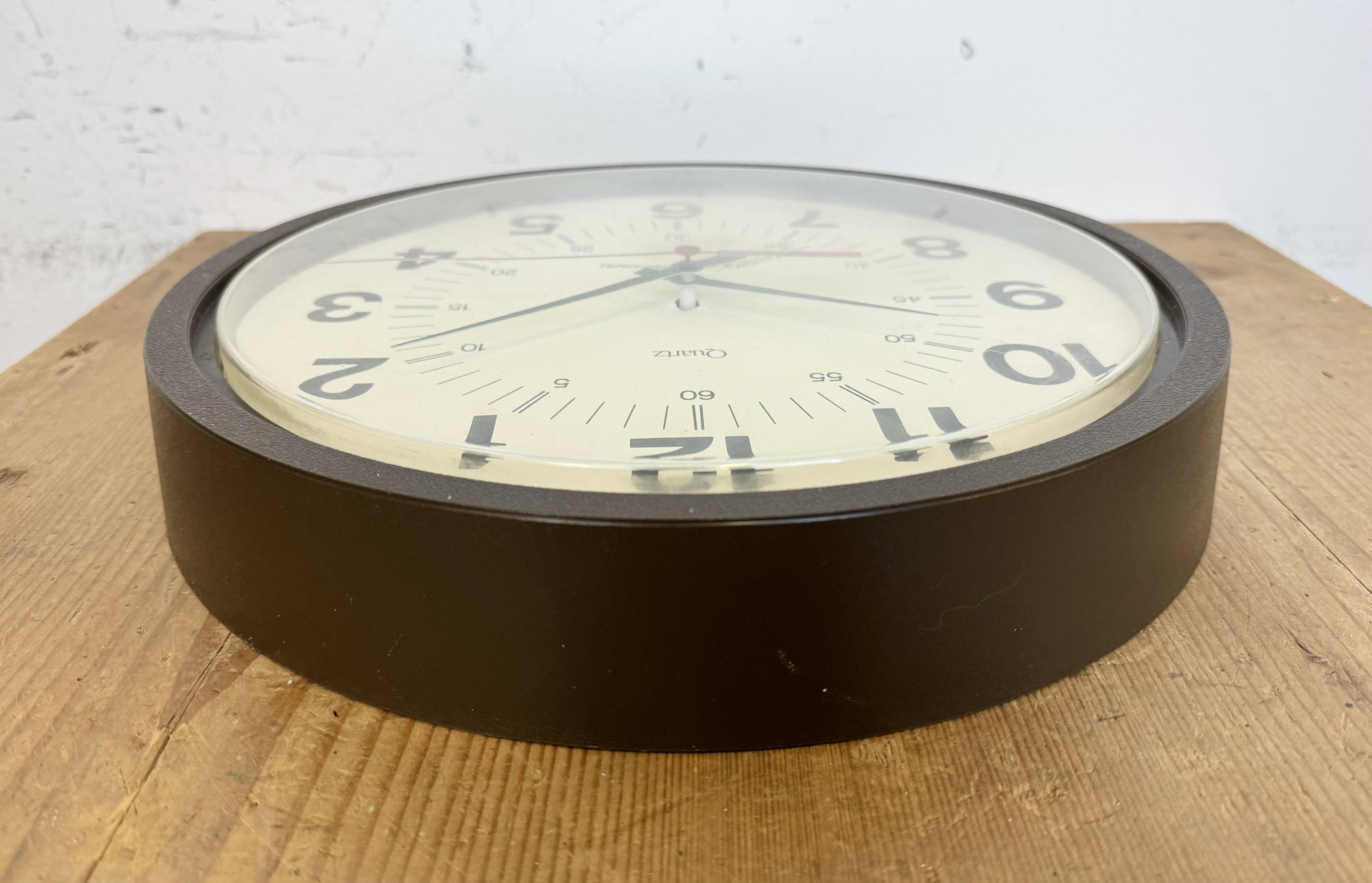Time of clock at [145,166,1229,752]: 3:40
